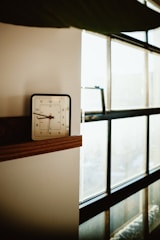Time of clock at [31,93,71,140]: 8:47
